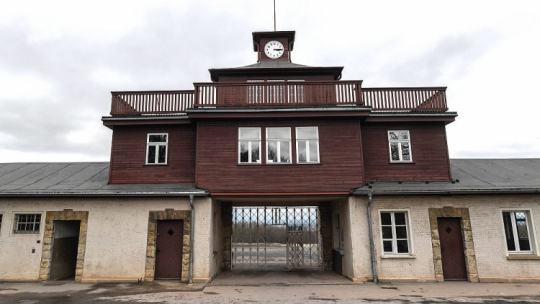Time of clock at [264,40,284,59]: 3:14
